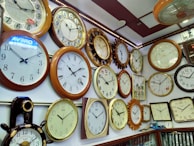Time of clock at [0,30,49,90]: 10:10
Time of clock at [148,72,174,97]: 9:07
